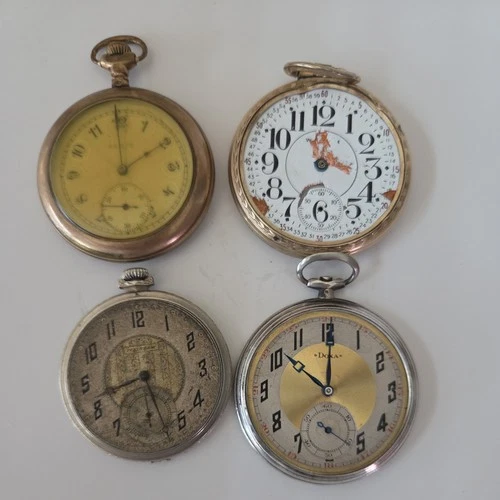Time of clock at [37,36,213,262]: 1:59
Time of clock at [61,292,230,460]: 8:27
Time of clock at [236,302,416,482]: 10:00
